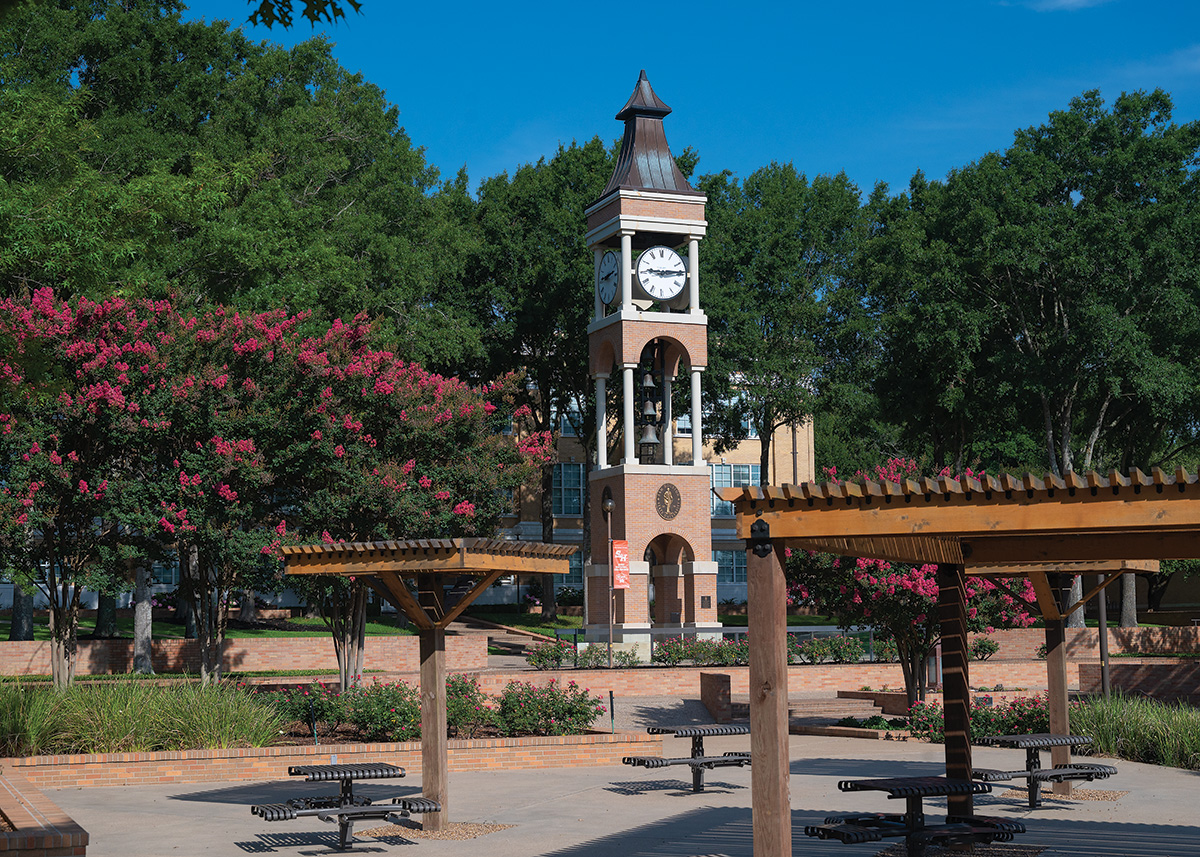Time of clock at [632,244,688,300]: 9:14
